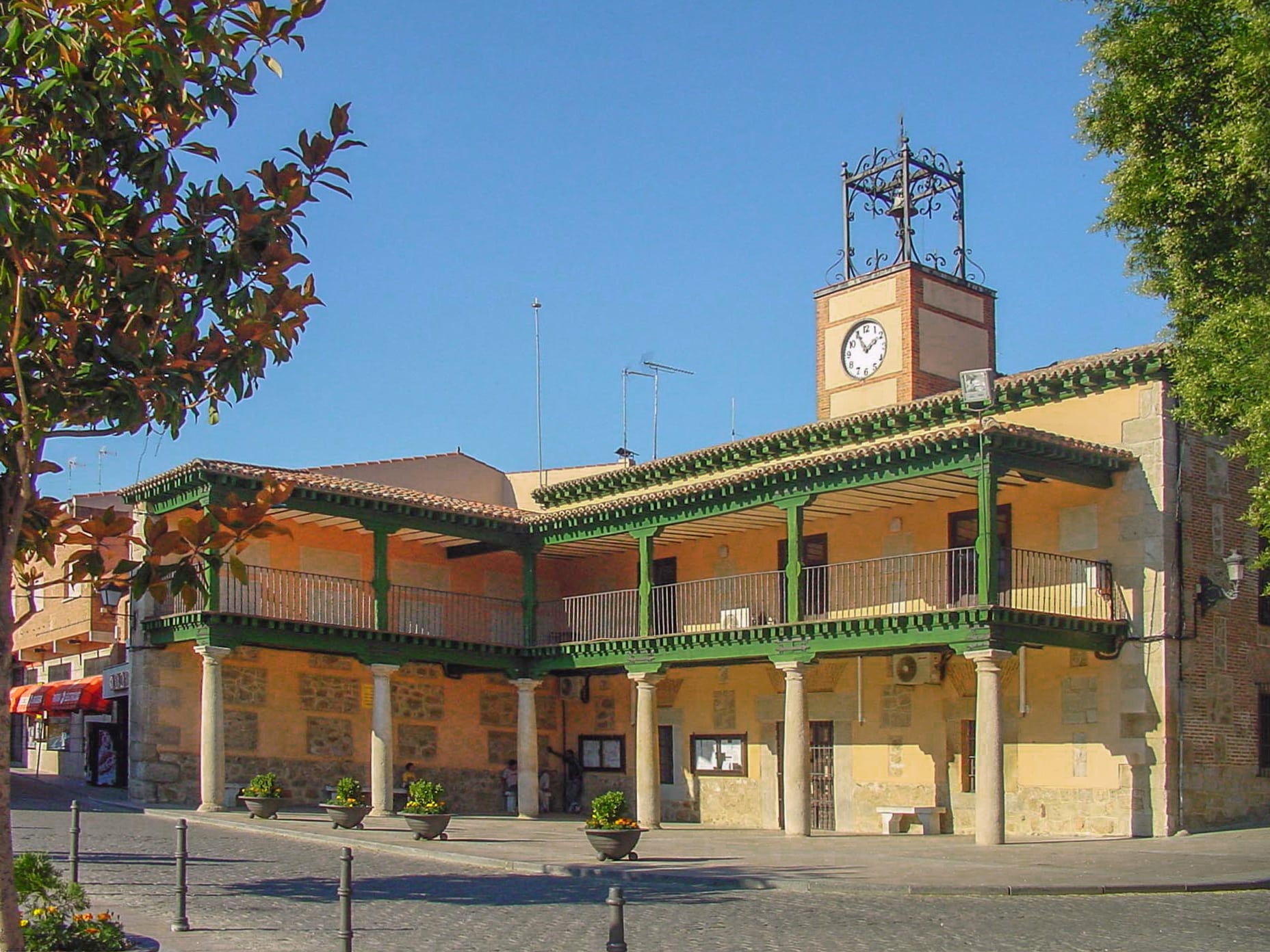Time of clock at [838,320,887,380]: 1:55
